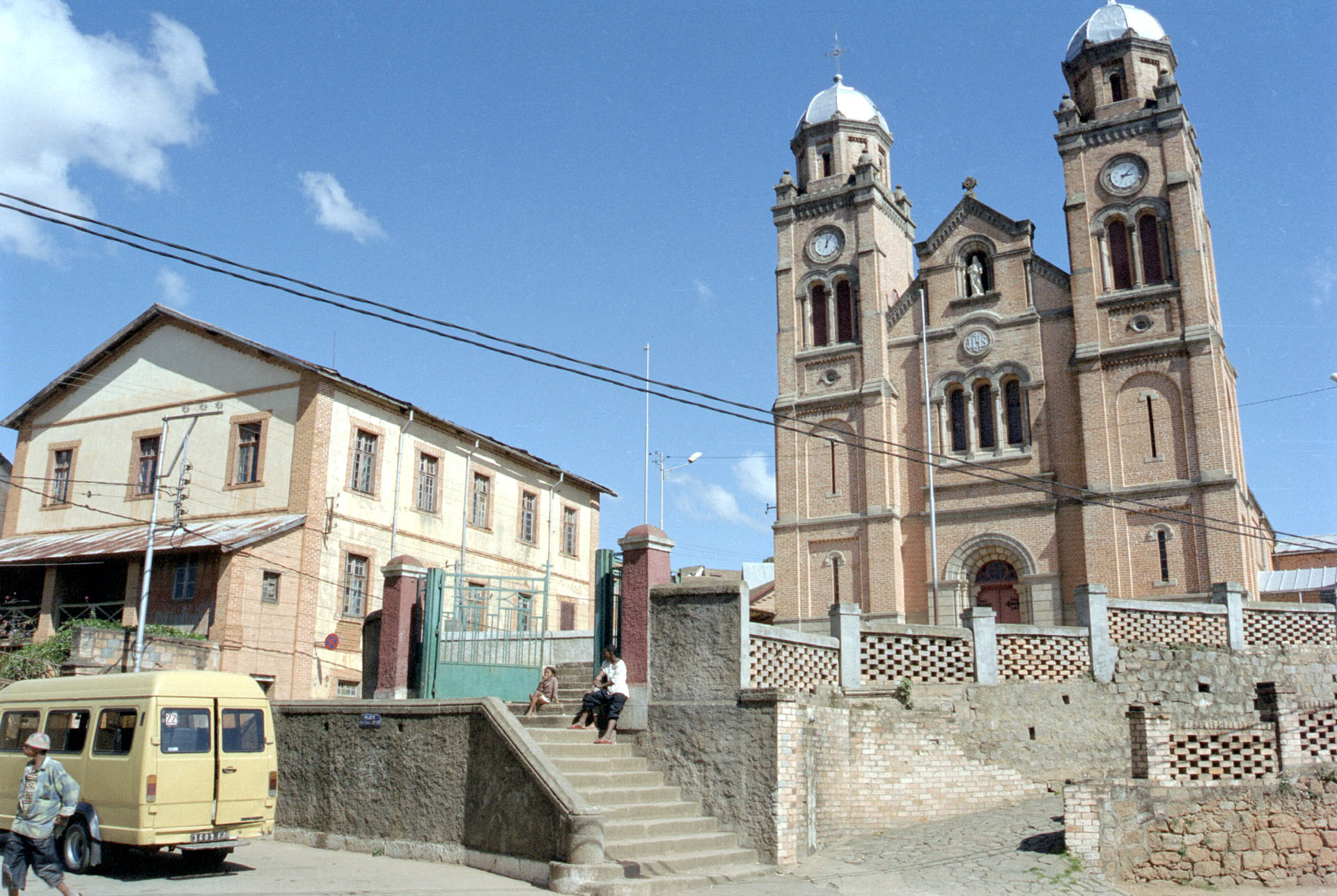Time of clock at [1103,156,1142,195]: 3:07
